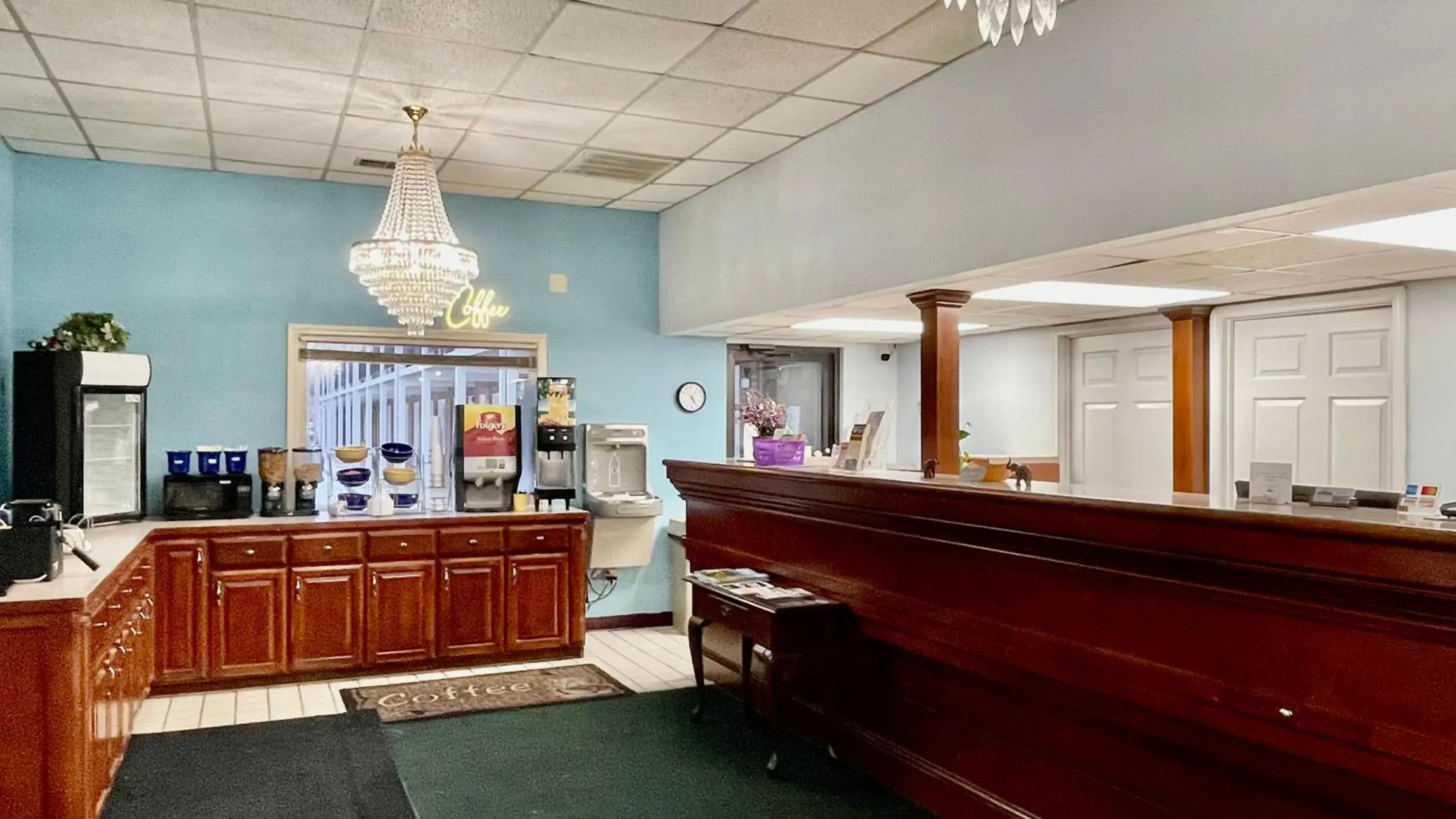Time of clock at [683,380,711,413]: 5:06
